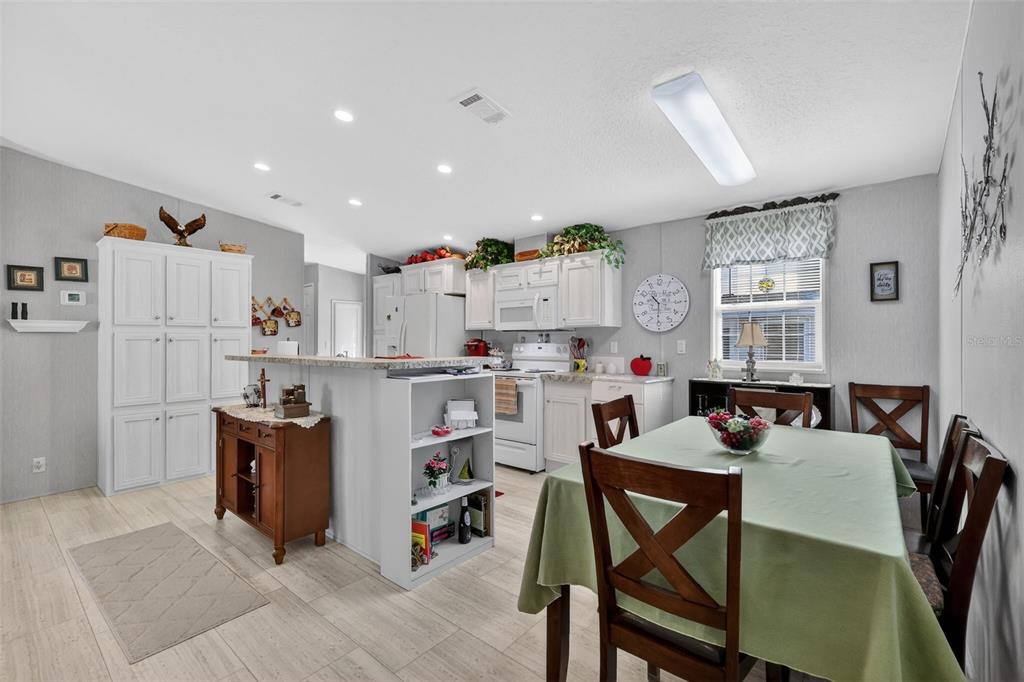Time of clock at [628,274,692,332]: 10:30
